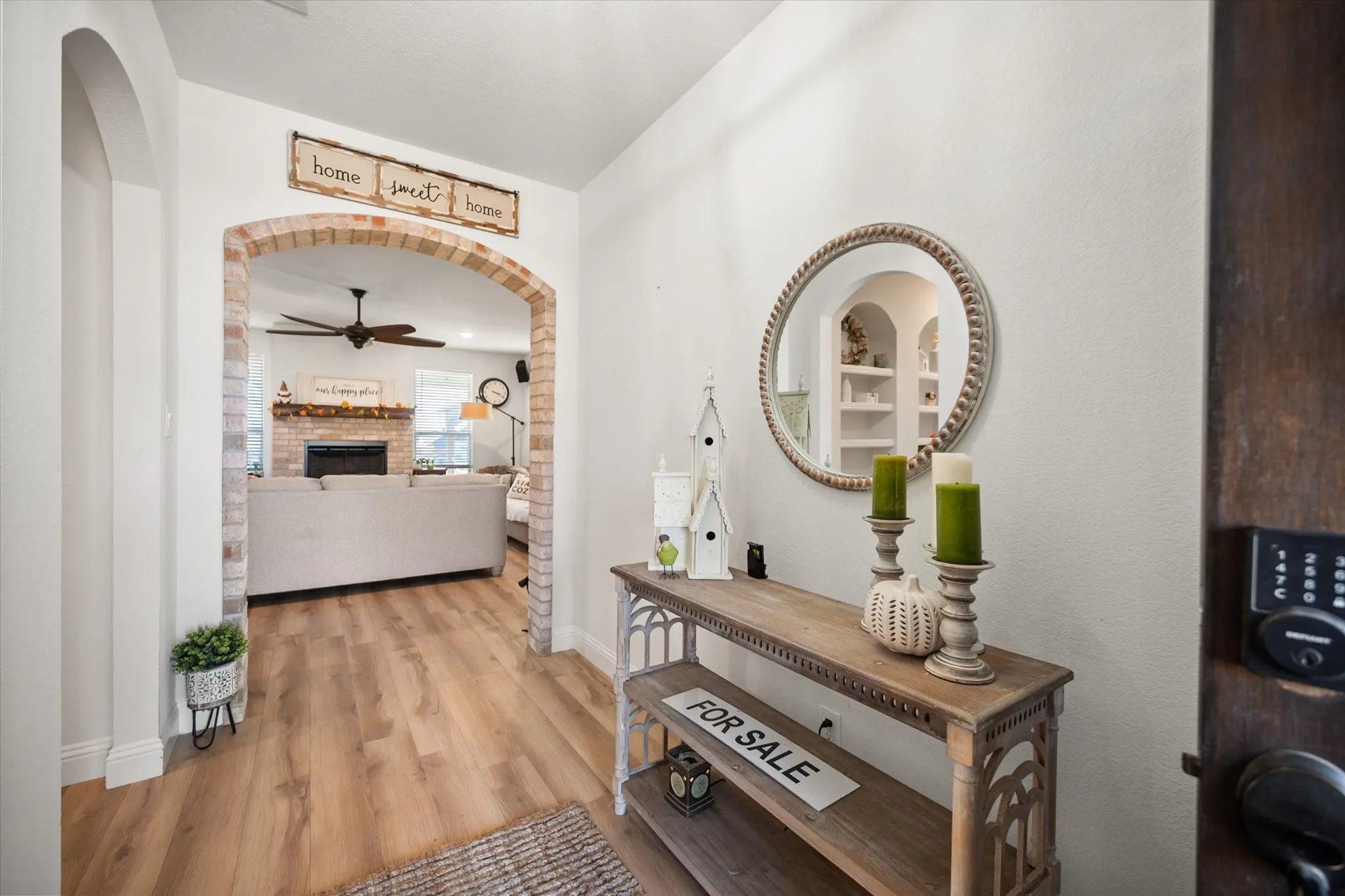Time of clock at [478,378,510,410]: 3:19
